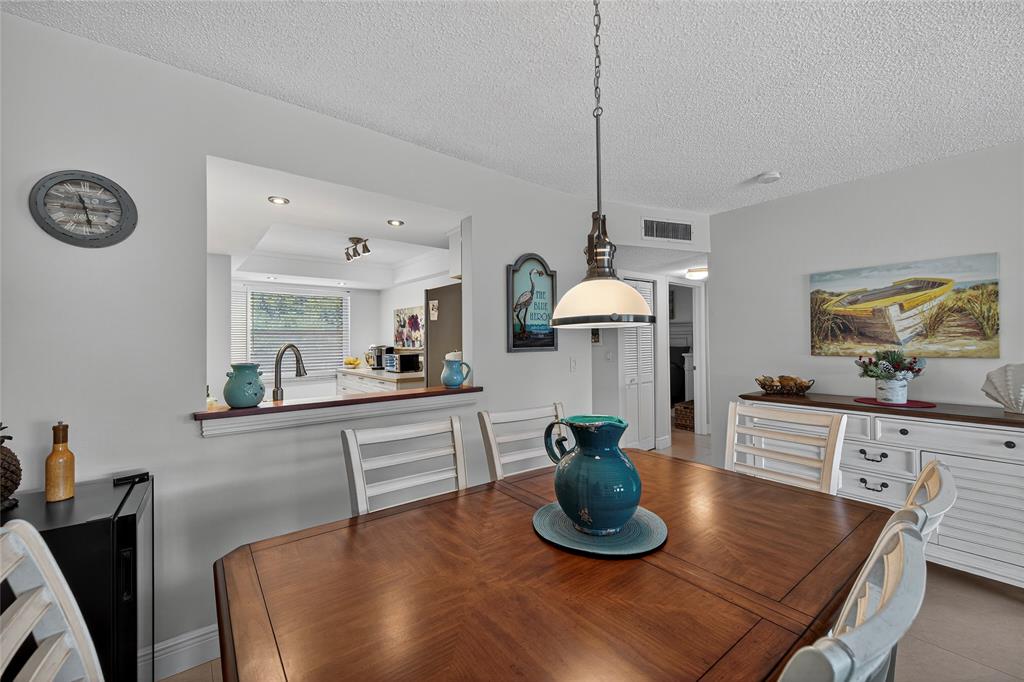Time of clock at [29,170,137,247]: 11:28
